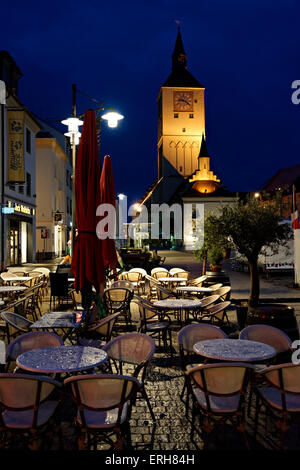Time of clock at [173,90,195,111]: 9:20
